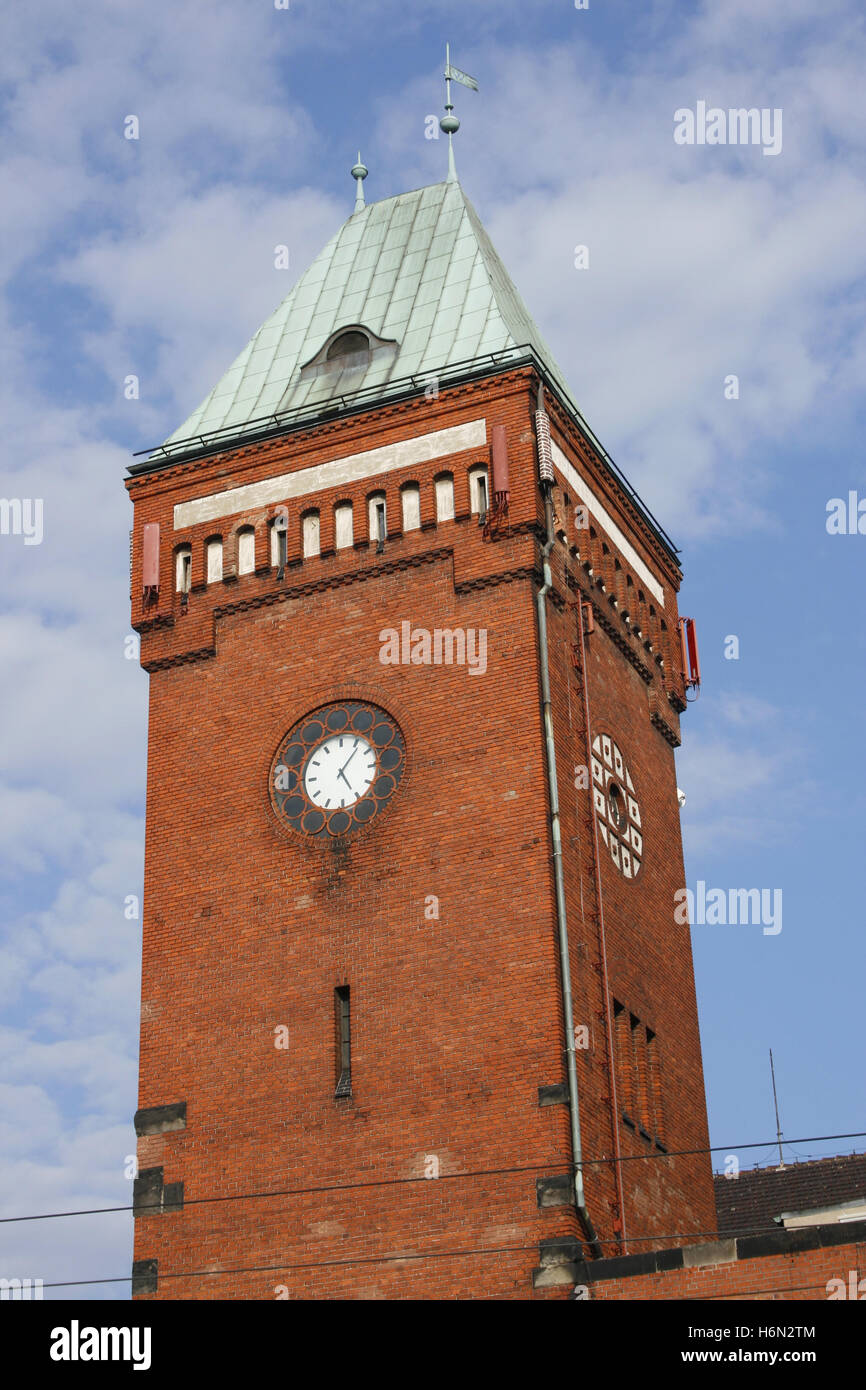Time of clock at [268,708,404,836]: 5:06
